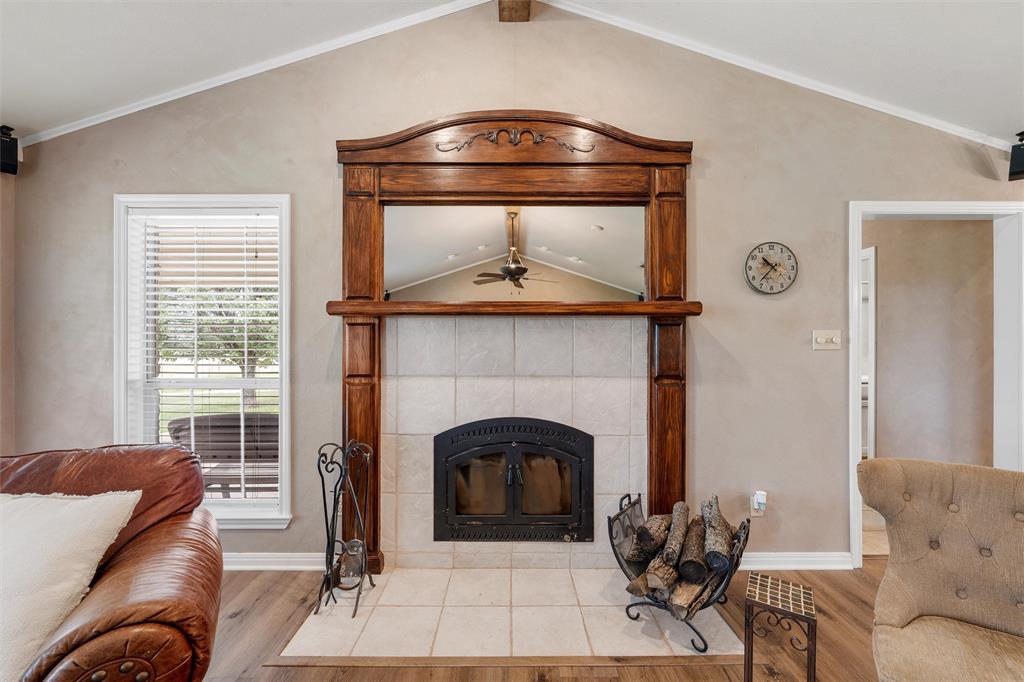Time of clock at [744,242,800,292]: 10:36
